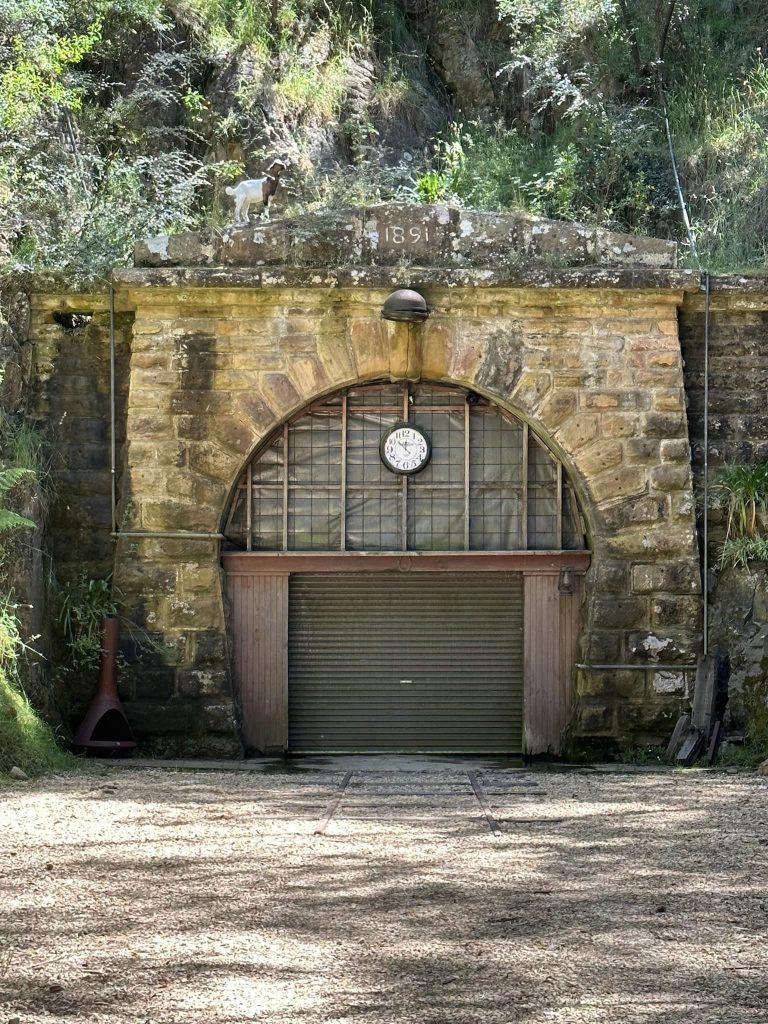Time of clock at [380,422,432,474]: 11:52
